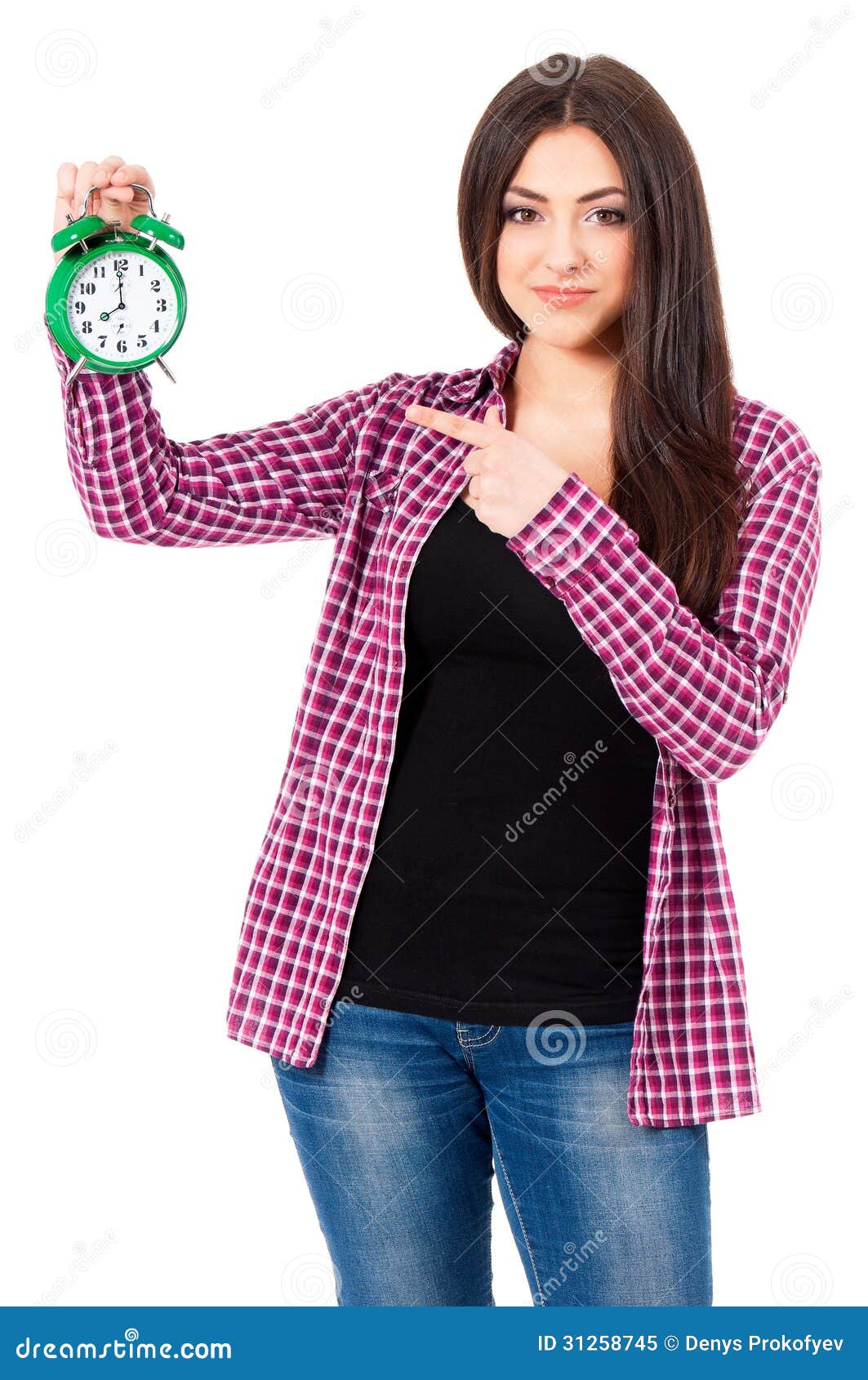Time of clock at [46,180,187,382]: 7:59
